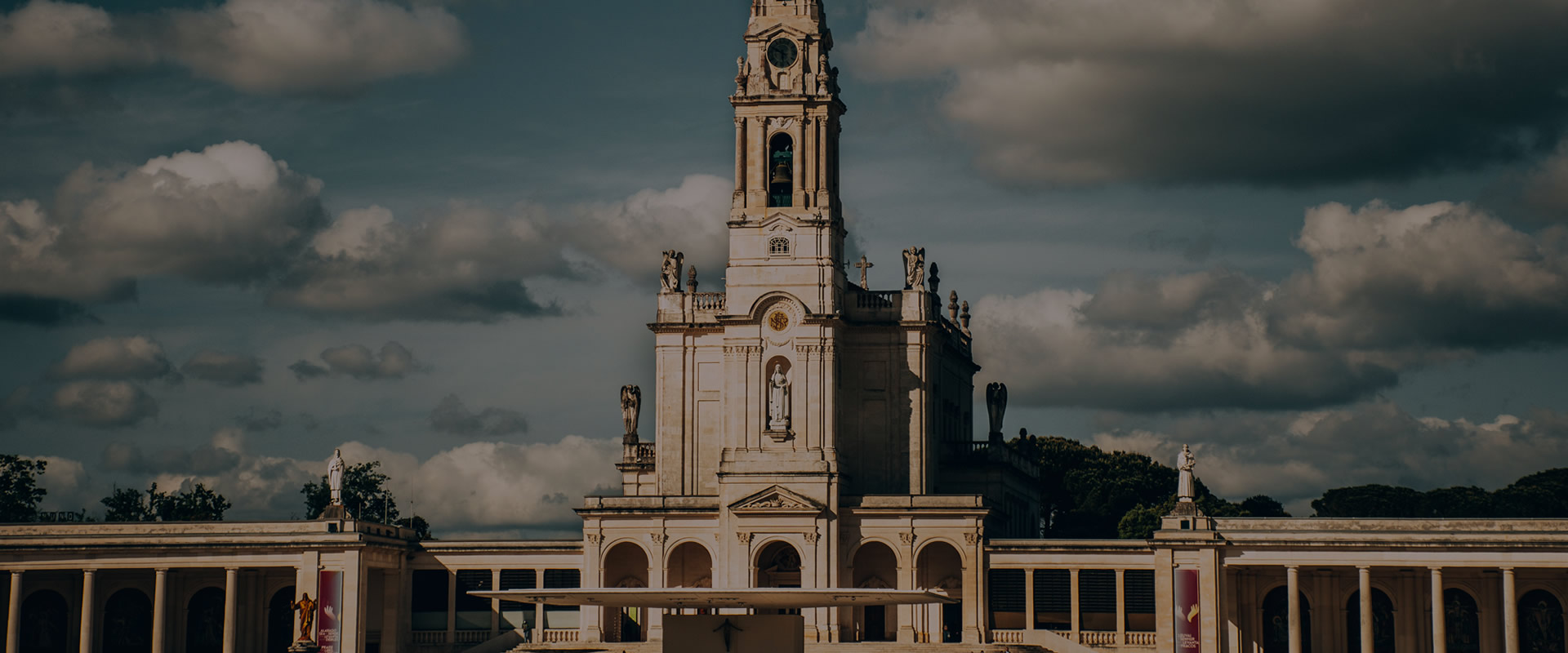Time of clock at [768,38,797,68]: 5:49
